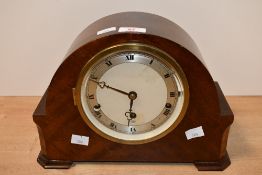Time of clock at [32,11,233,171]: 5:49
